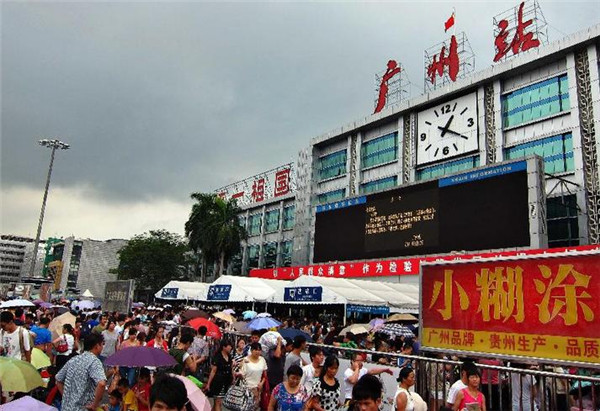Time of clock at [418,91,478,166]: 1:20
